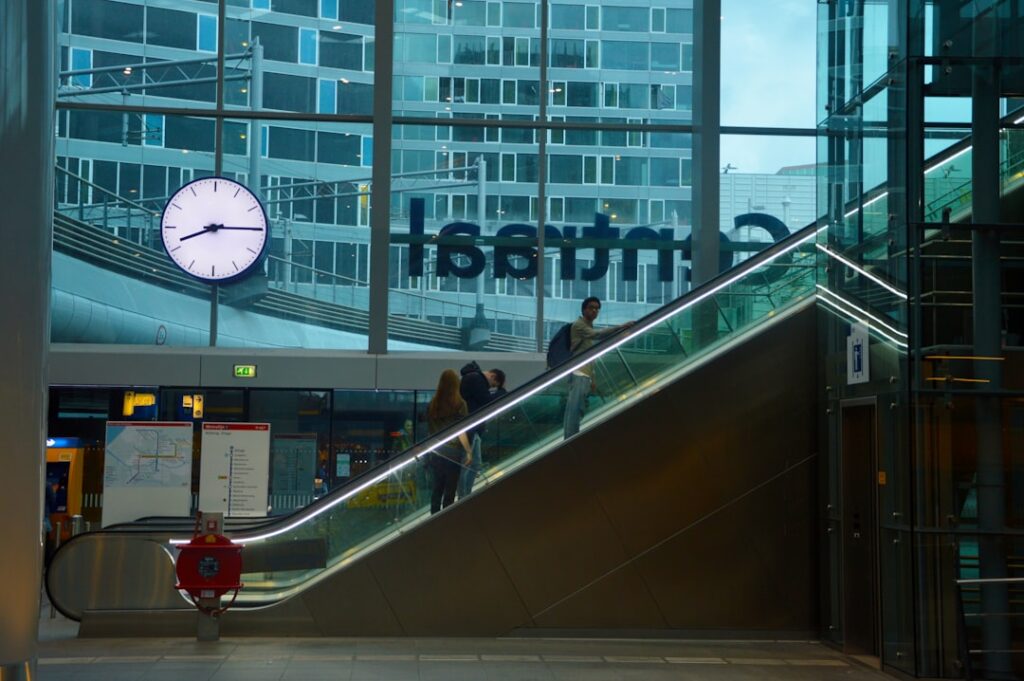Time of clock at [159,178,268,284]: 8:14
